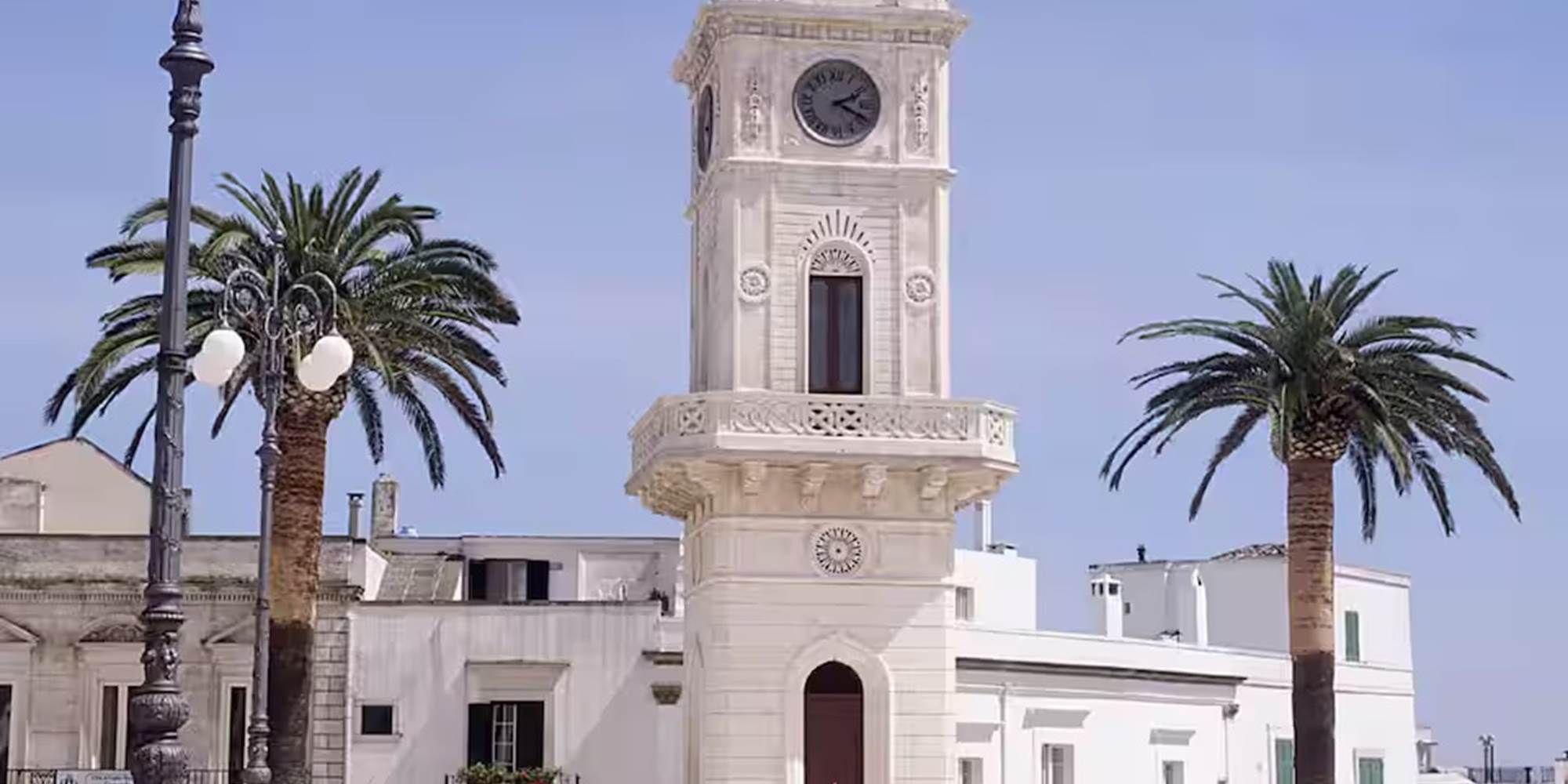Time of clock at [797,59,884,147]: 2:19
